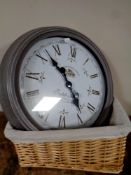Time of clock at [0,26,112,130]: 10:23
